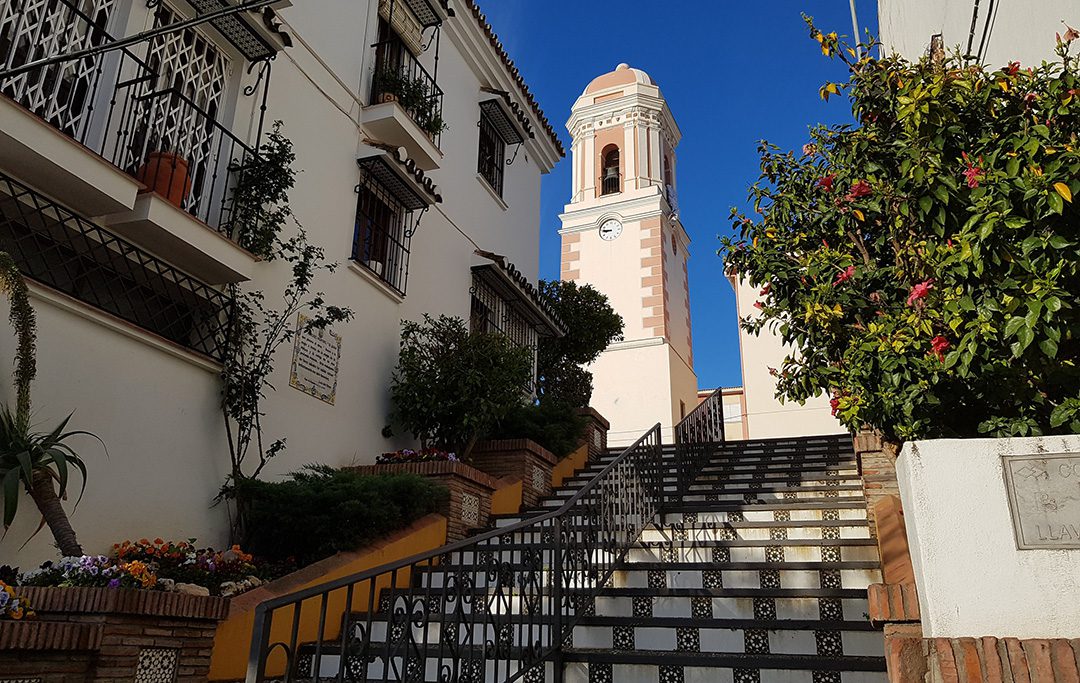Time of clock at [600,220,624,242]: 8:46
